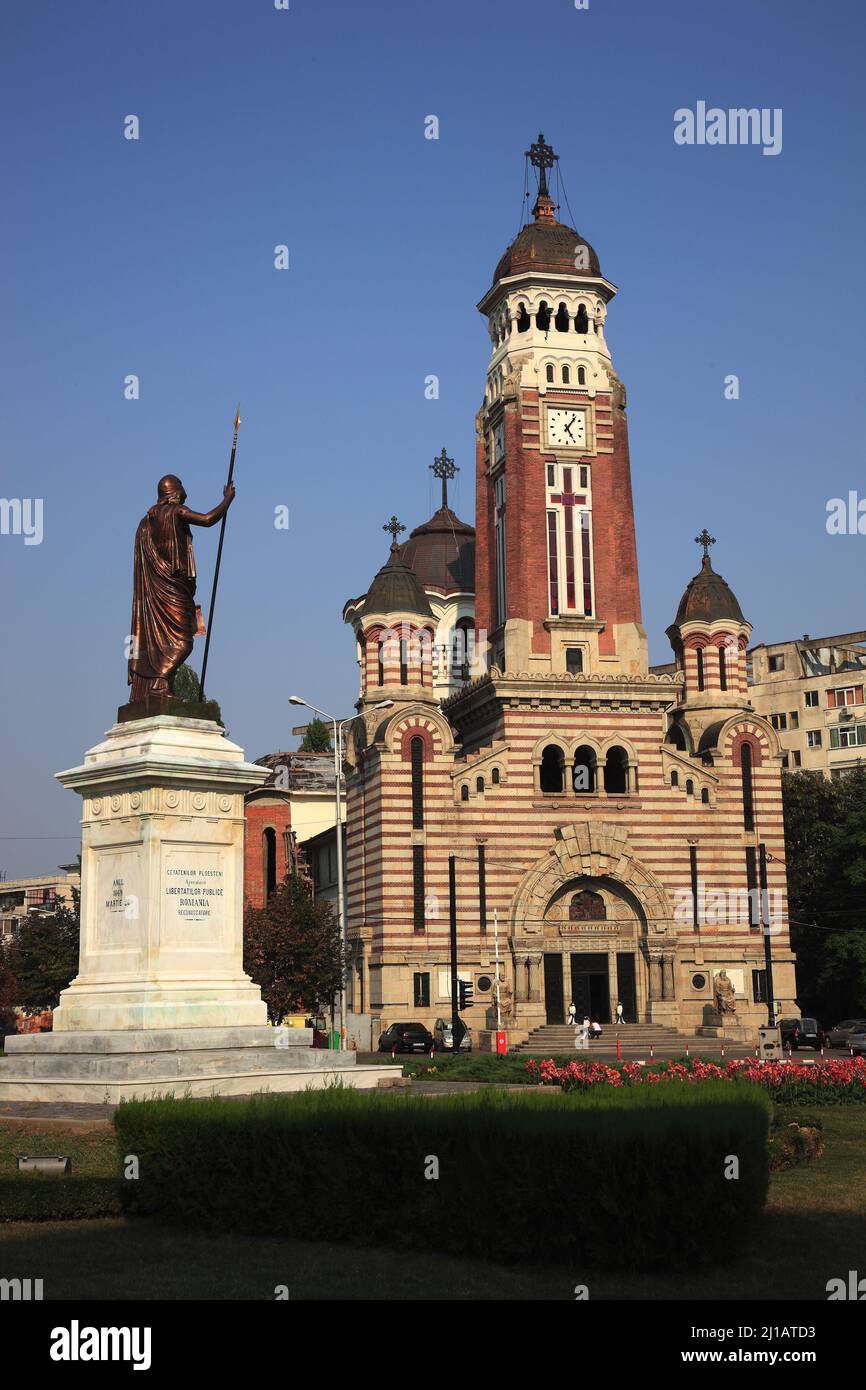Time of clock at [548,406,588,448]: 5:06
